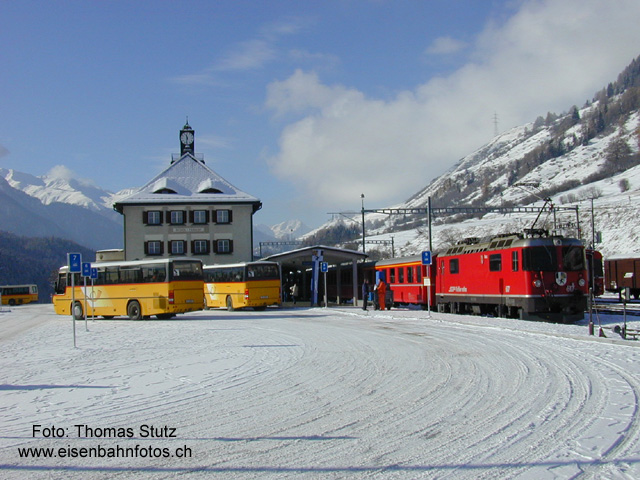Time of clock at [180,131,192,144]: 11:32
